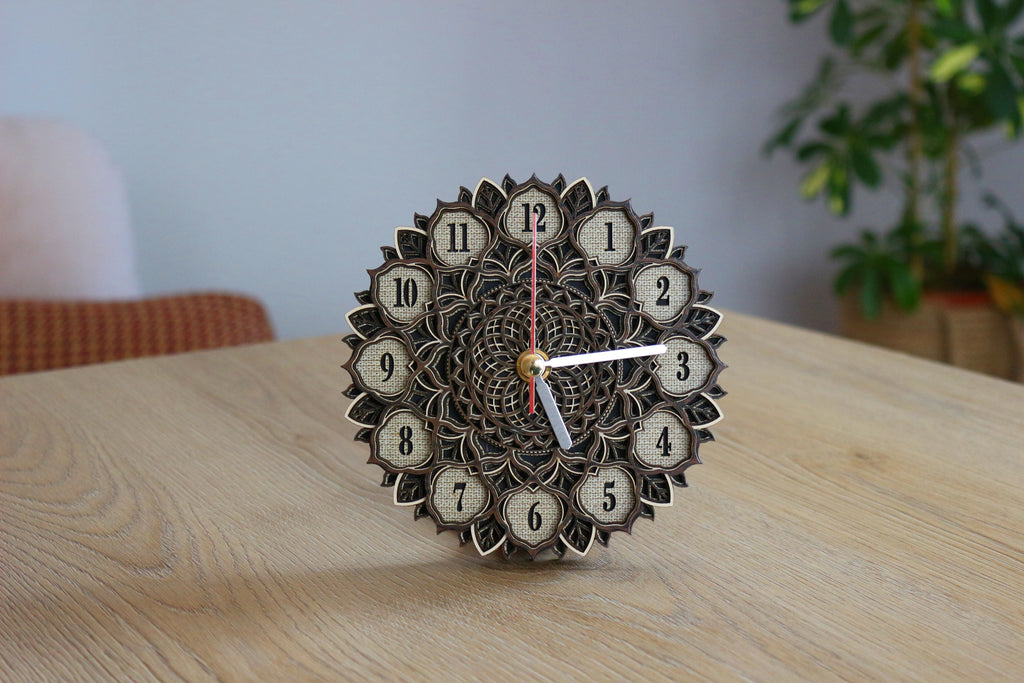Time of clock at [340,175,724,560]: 5:14
